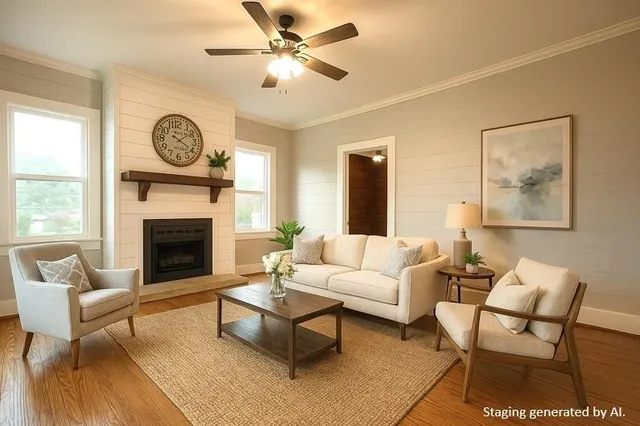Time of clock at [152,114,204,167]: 4:09
